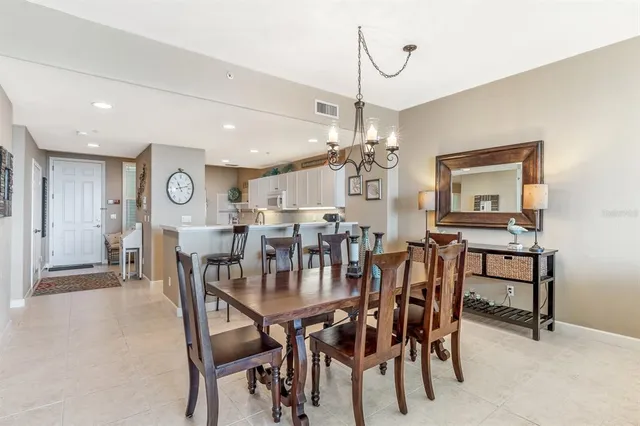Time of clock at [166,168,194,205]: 11:12
